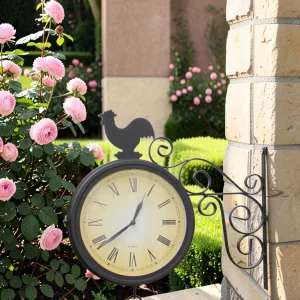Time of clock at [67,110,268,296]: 12:38
